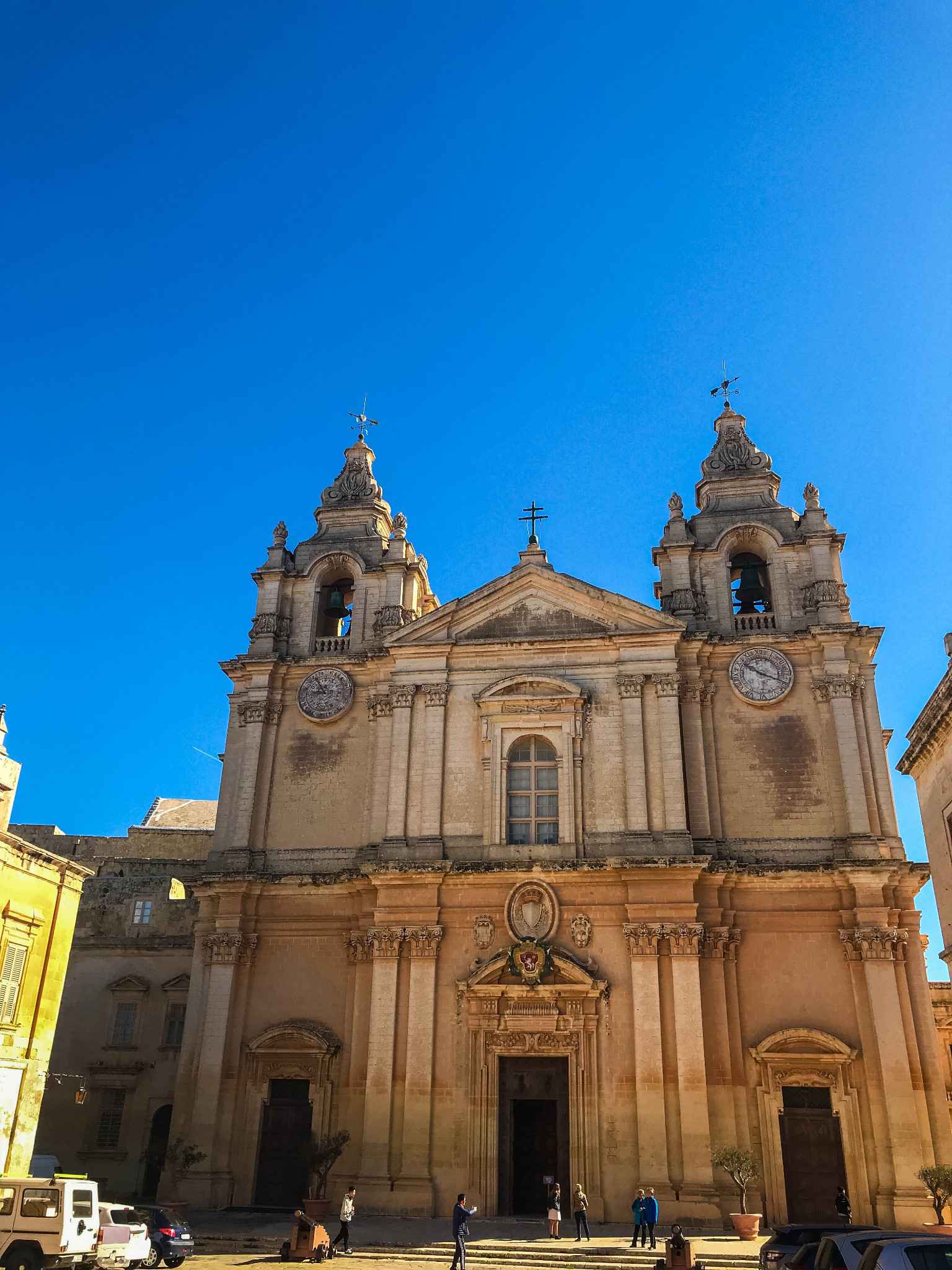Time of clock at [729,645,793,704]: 10:18
